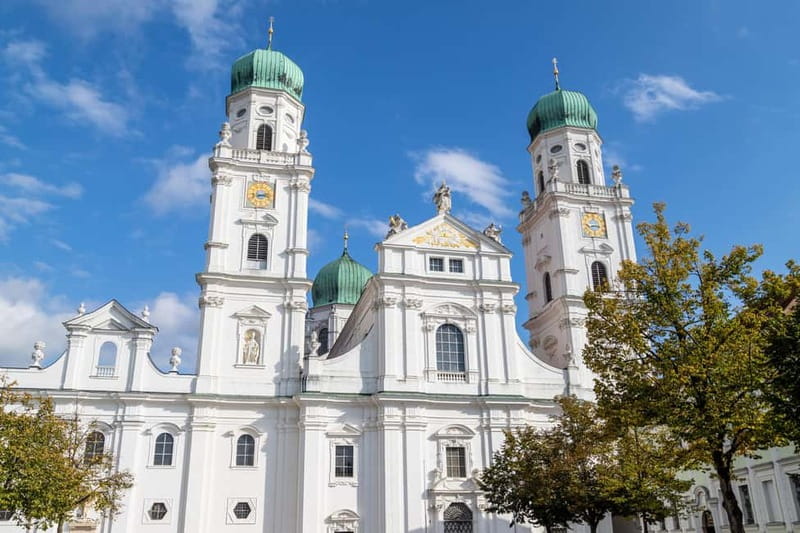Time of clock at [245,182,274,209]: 3:12
